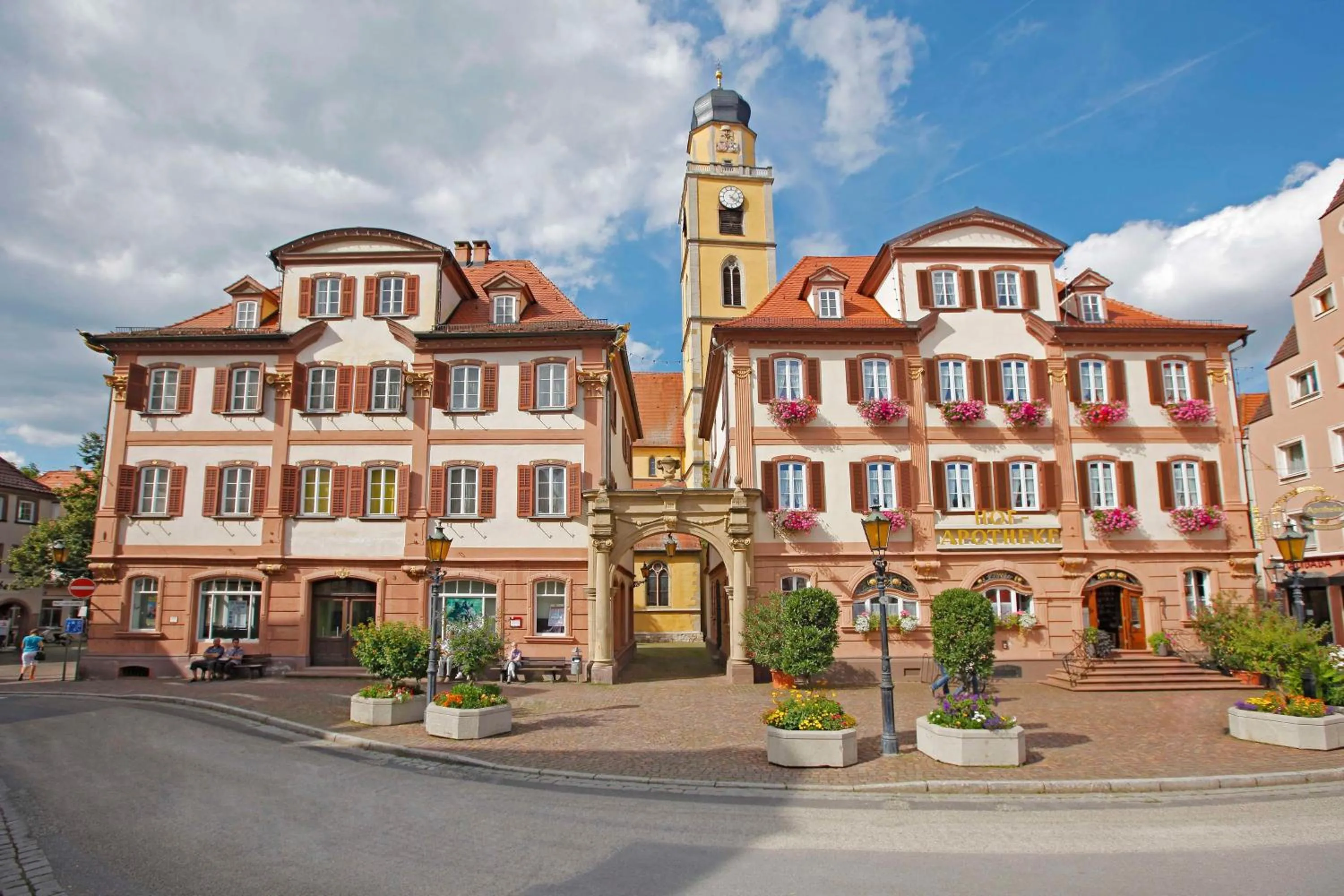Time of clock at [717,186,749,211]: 4:05
